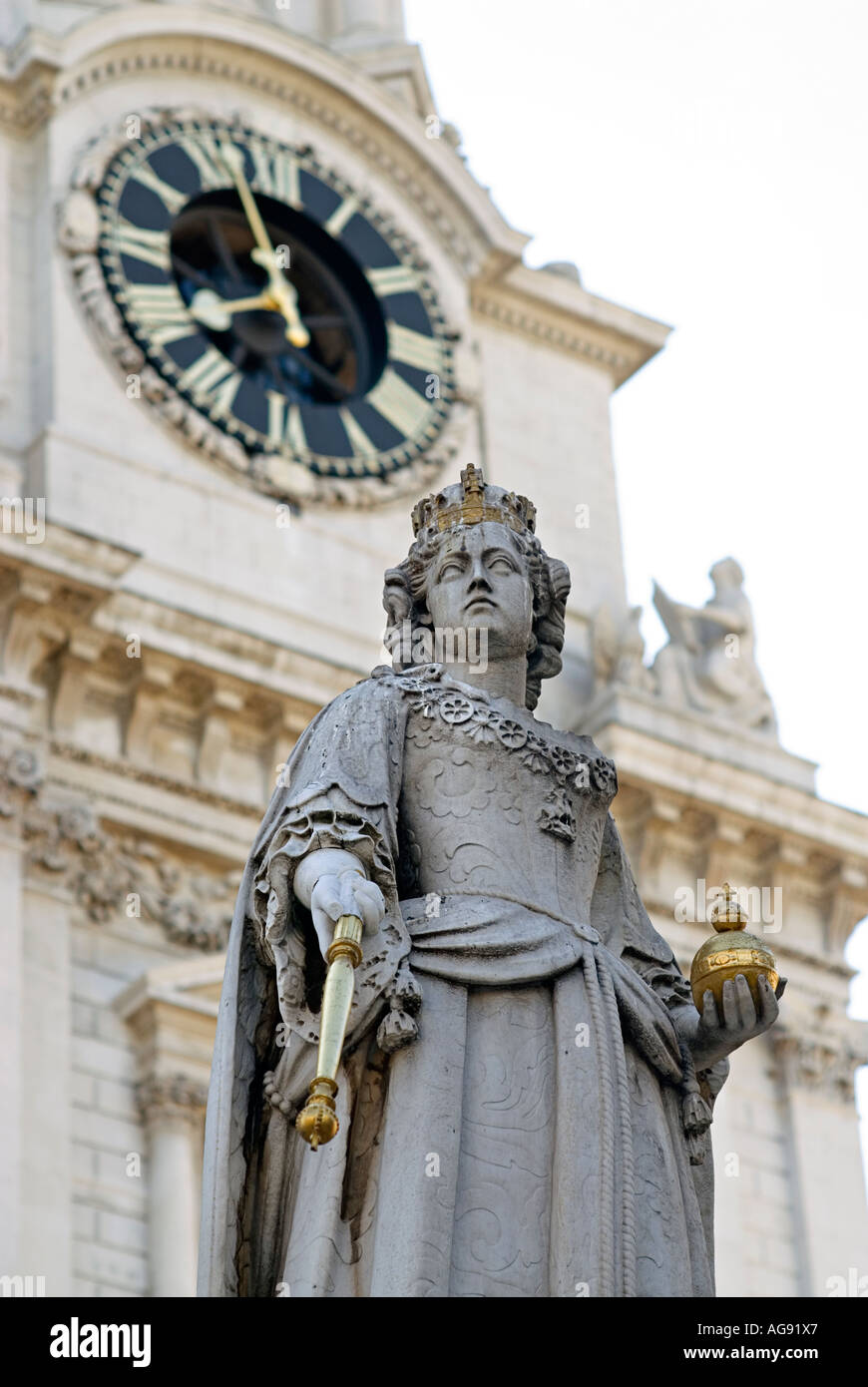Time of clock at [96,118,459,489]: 7:57
